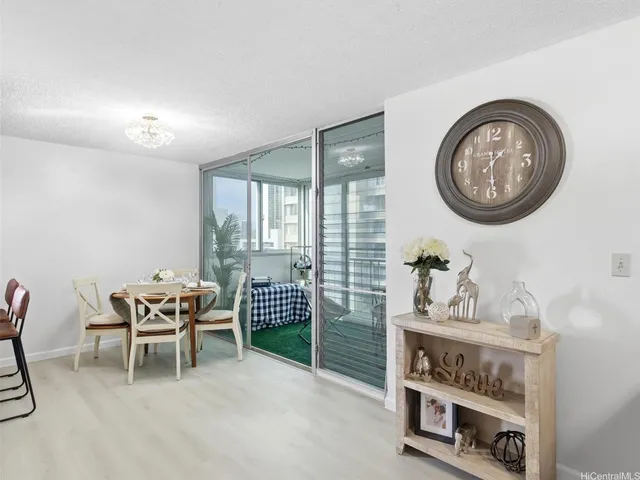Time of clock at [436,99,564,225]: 1:29
